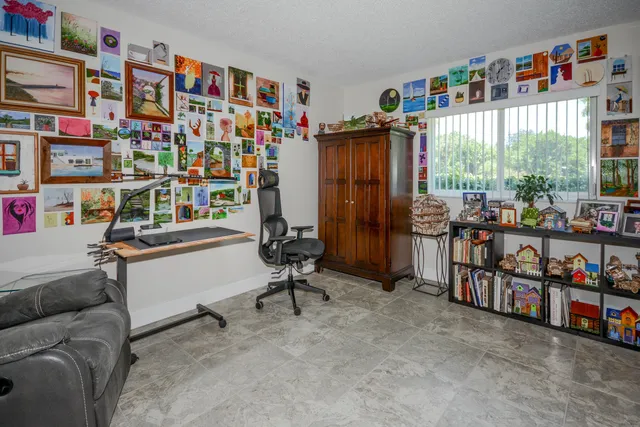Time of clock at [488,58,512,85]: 1:32
